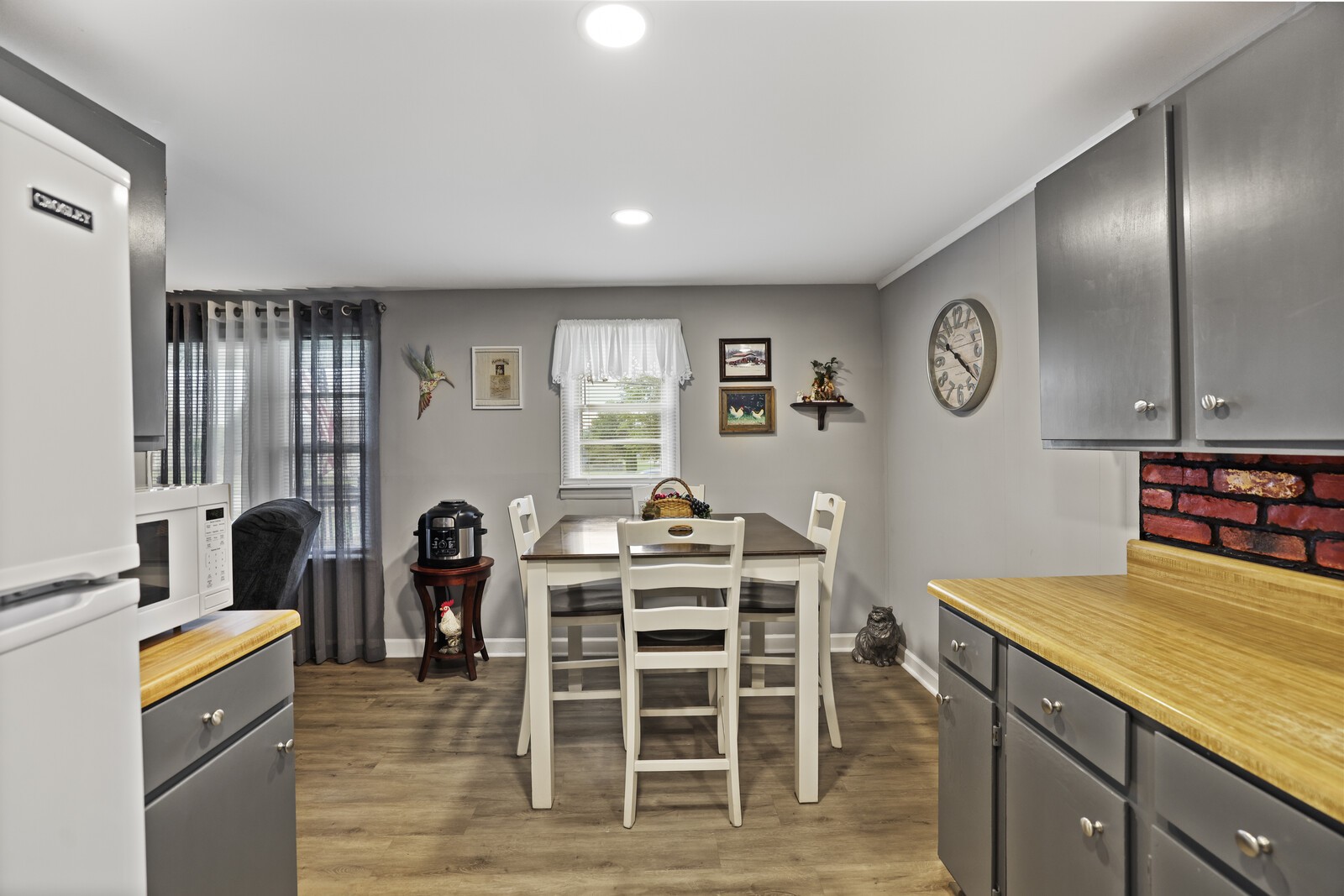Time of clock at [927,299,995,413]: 10:21
